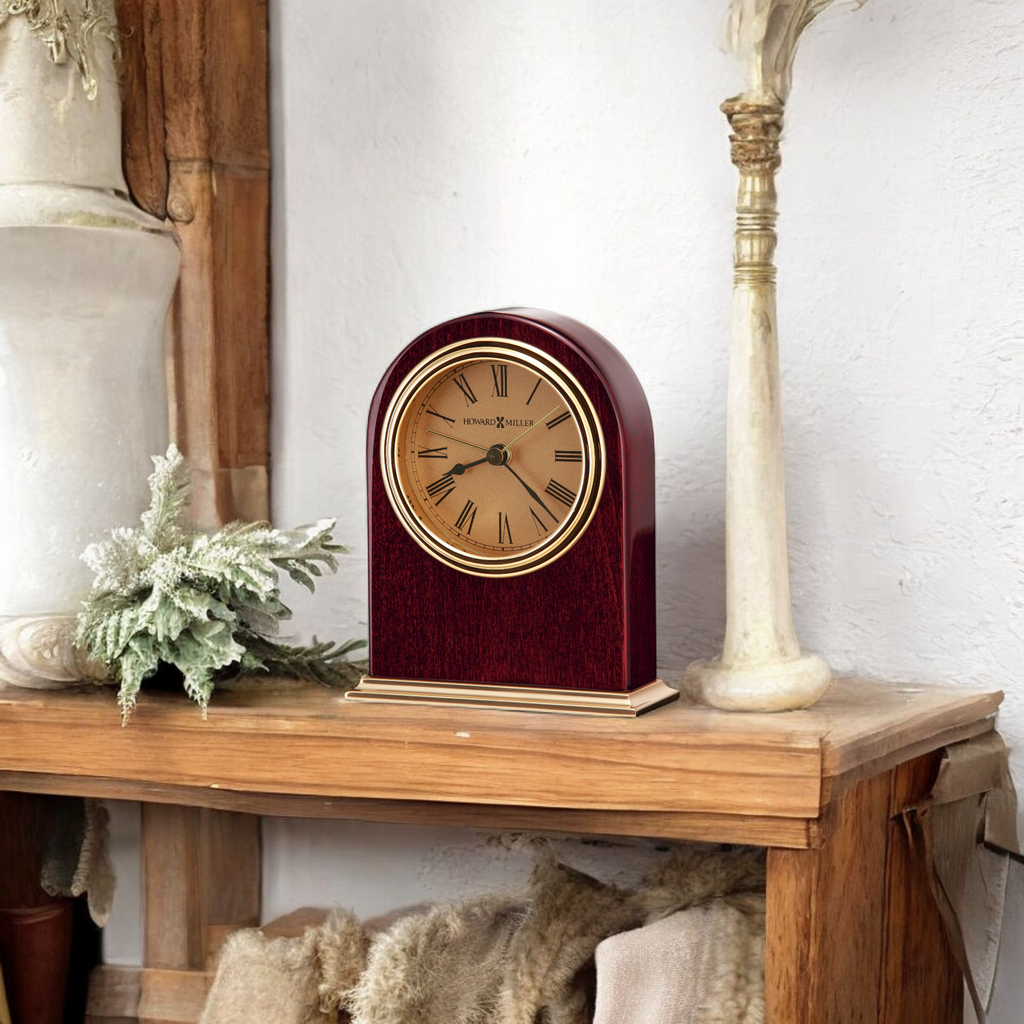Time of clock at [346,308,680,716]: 8:21
